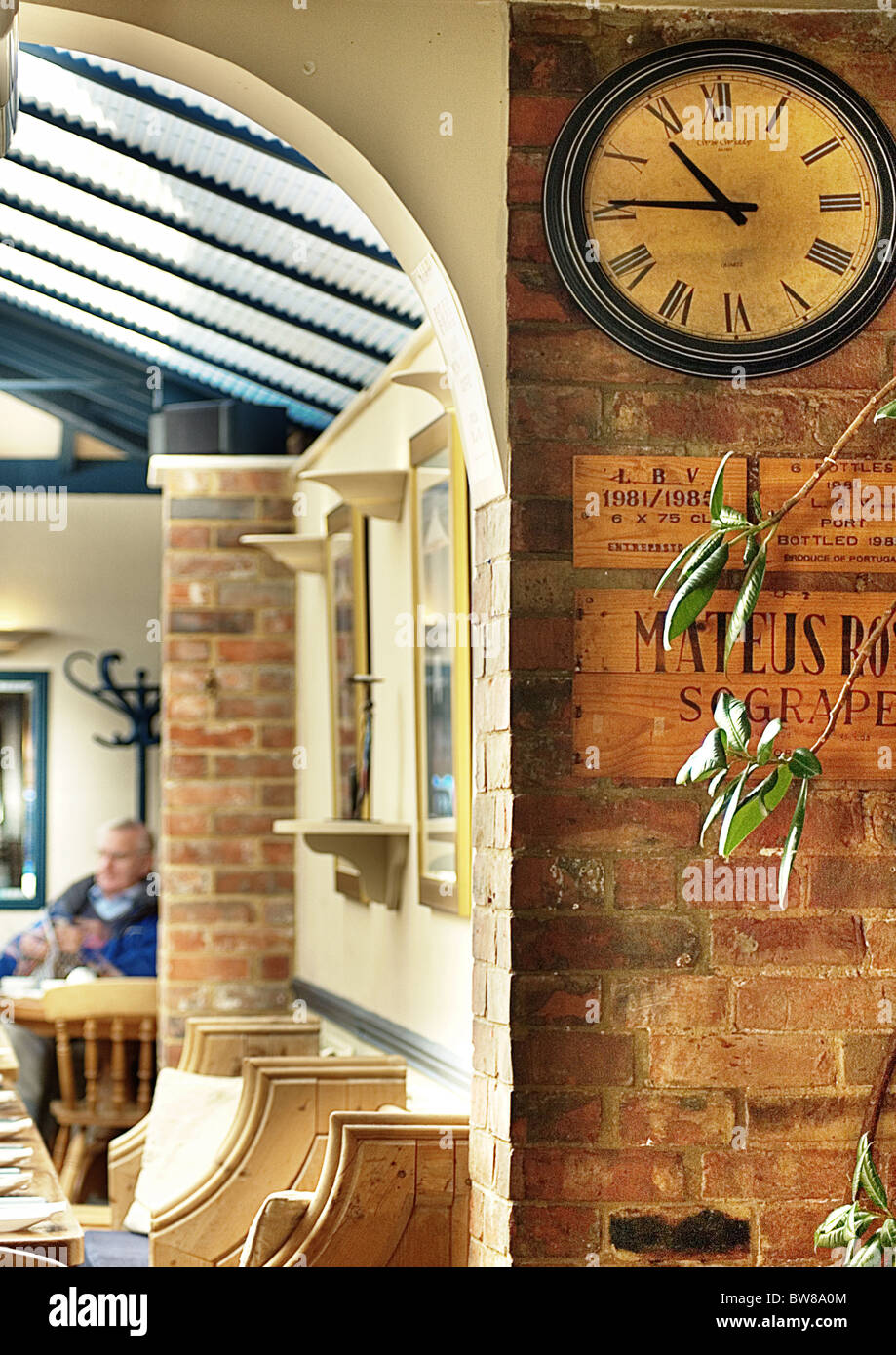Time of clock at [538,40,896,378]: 10:45
